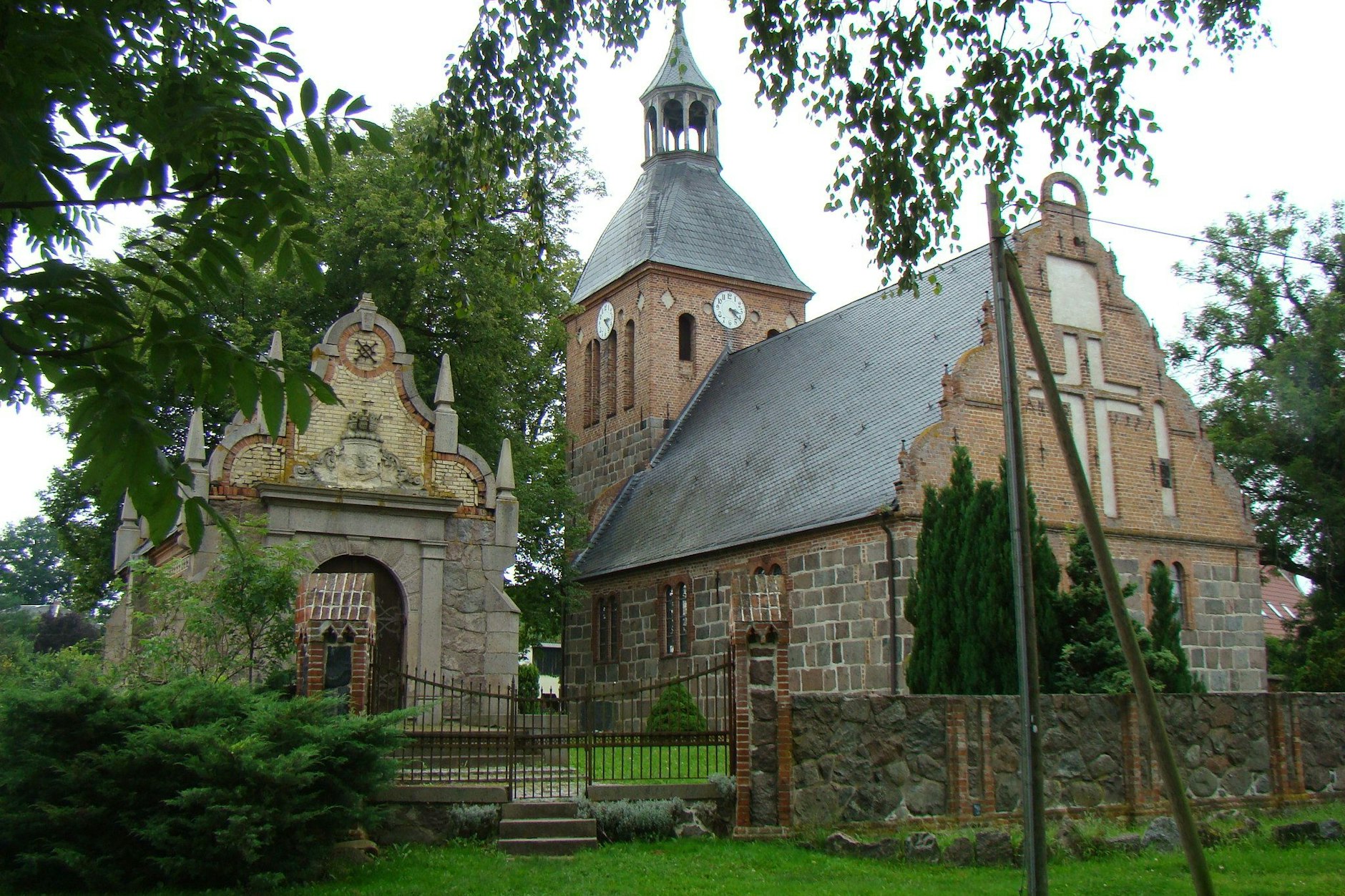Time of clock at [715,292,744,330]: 3:21
